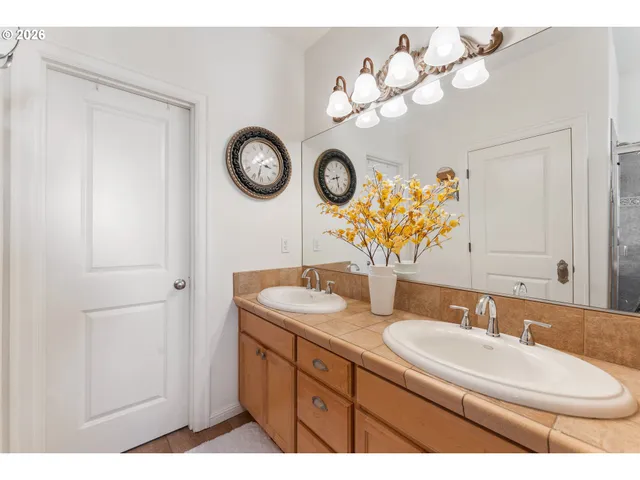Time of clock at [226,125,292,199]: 3:32
